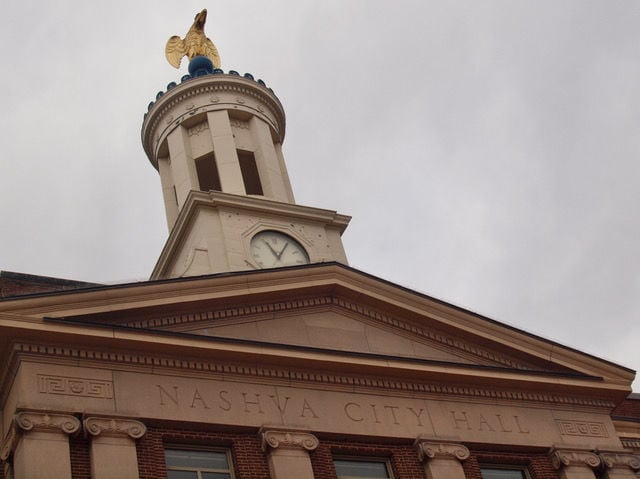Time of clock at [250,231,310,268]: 11:05
